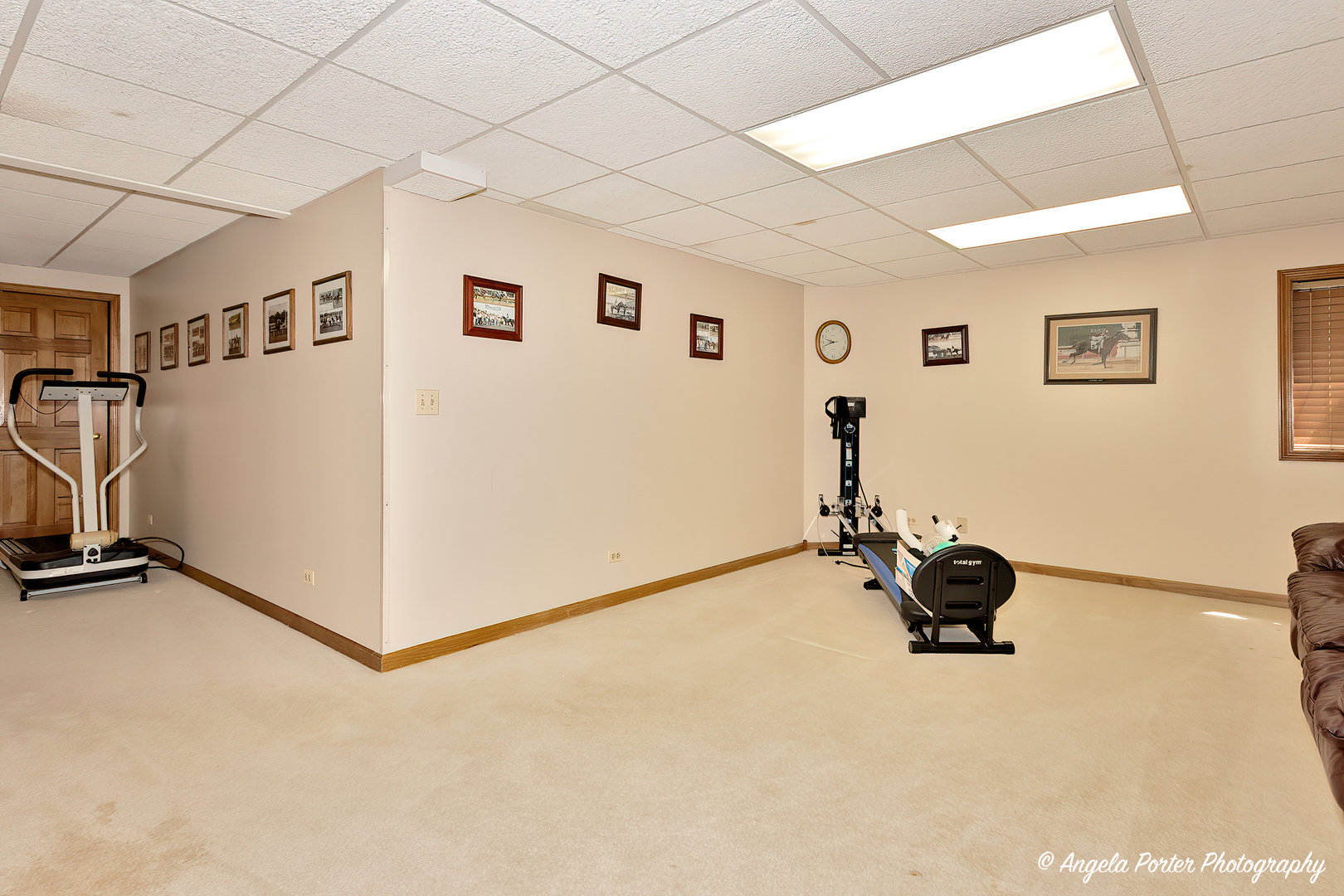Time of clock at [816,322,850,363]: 9:42
